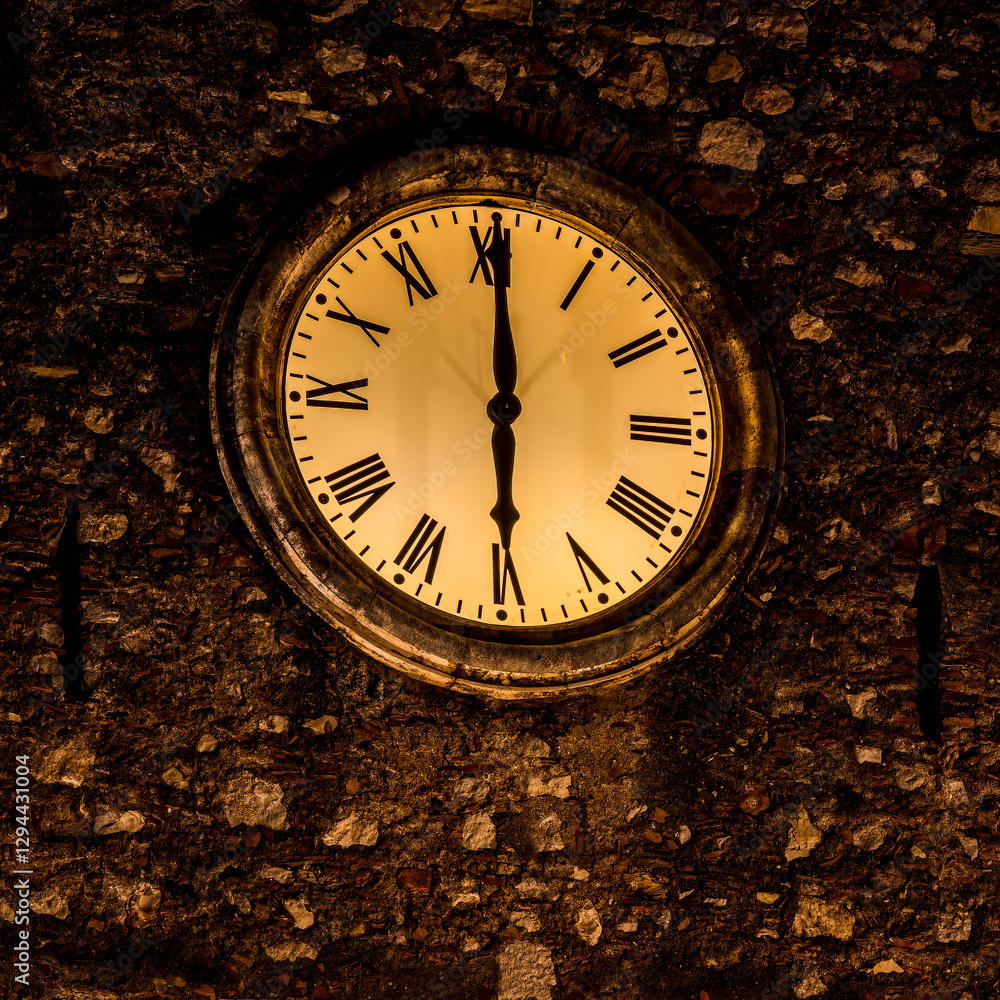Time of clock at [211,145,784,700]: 6:00
